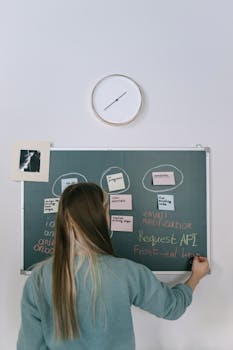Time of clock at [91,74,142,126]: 1:38
